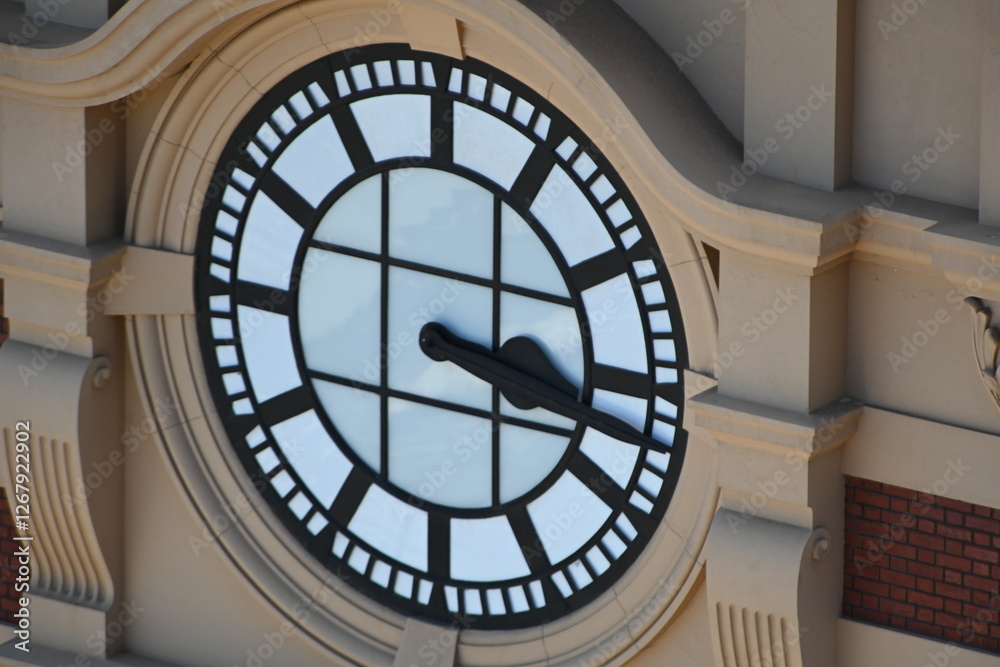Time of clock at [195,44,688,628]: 3:17
